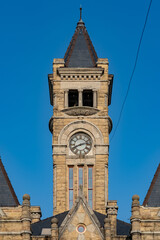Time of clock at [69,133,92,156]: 8:12
